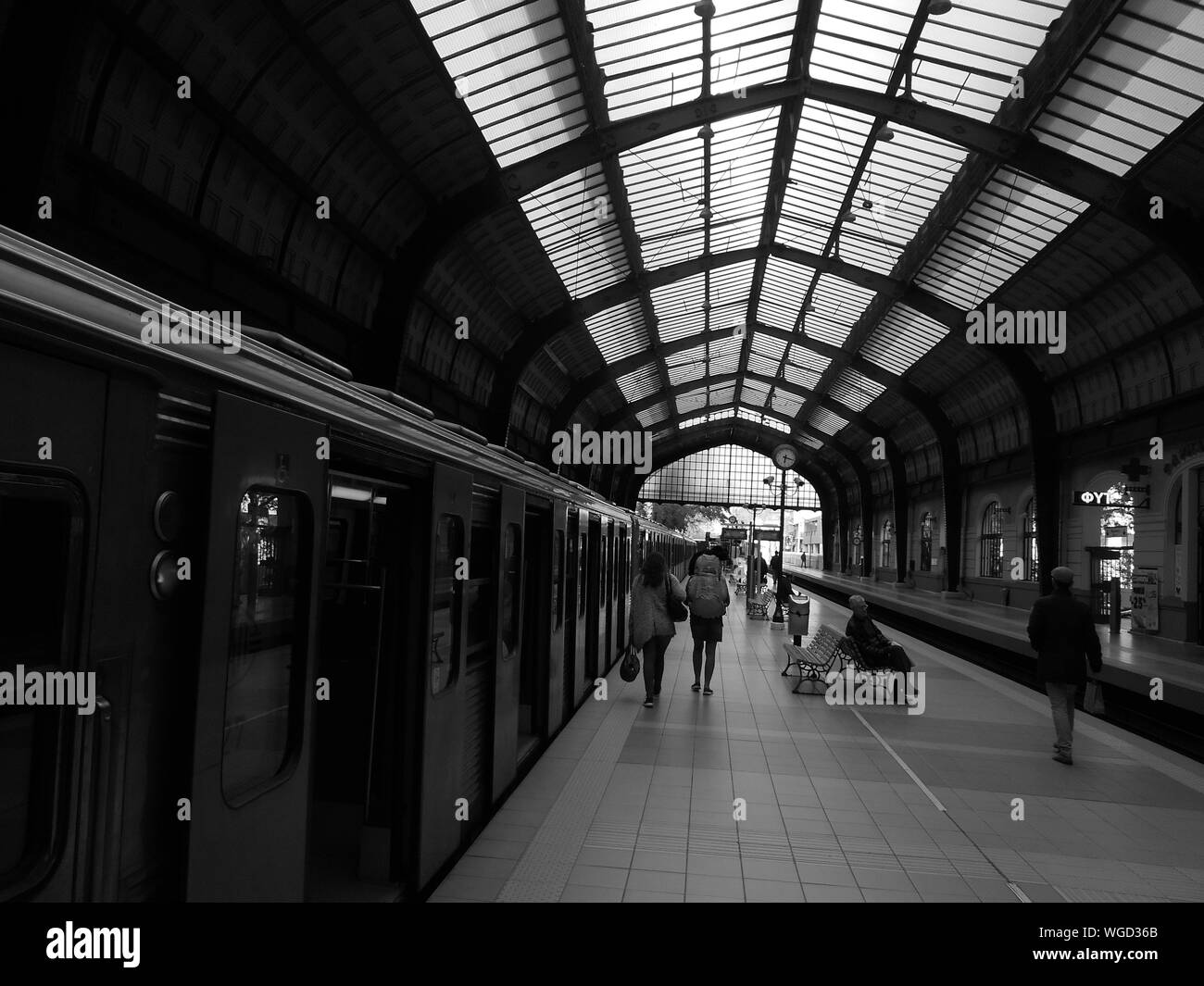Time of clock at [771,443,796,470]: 6:17
